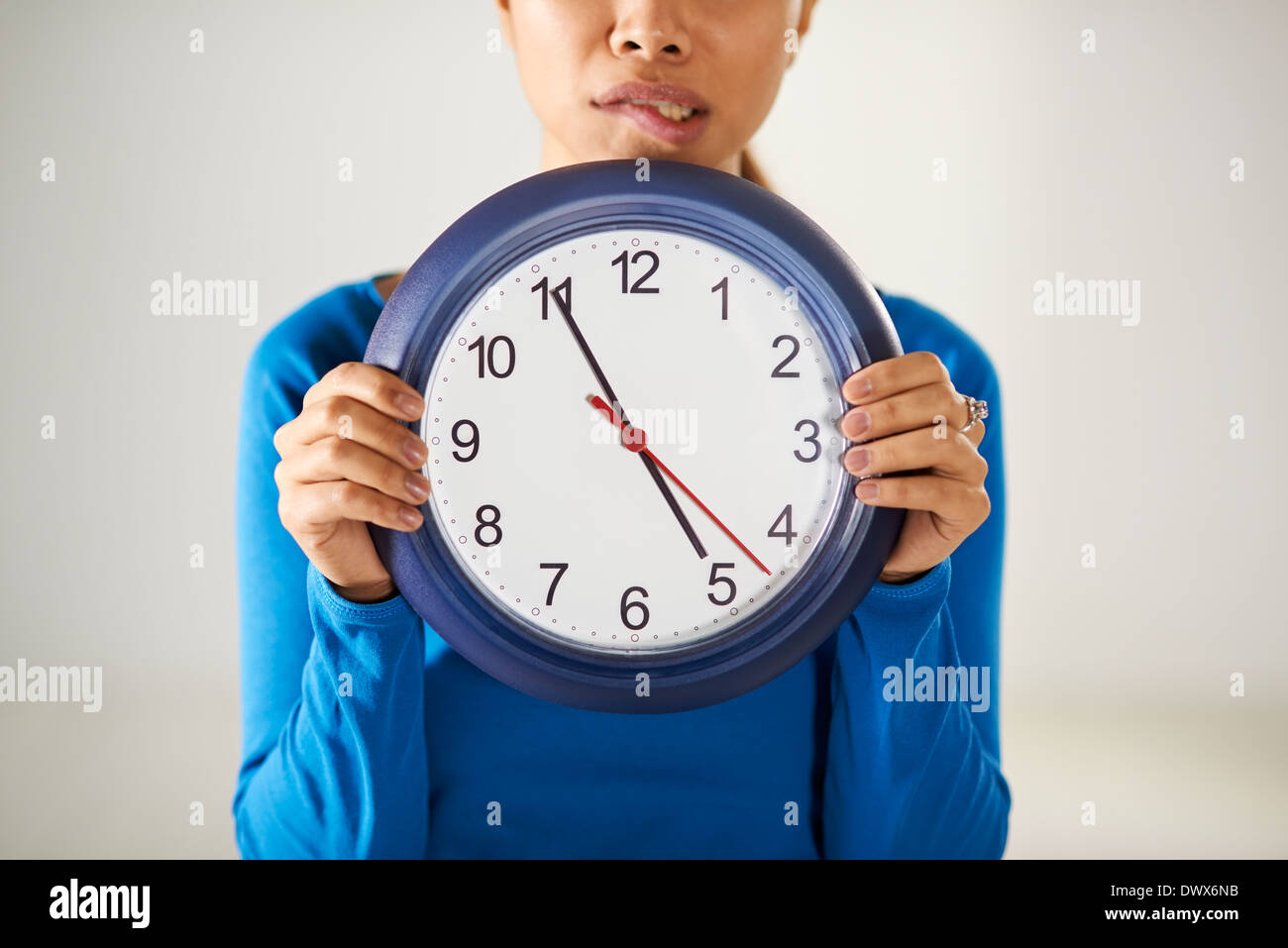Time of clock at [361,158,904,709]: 4:55
